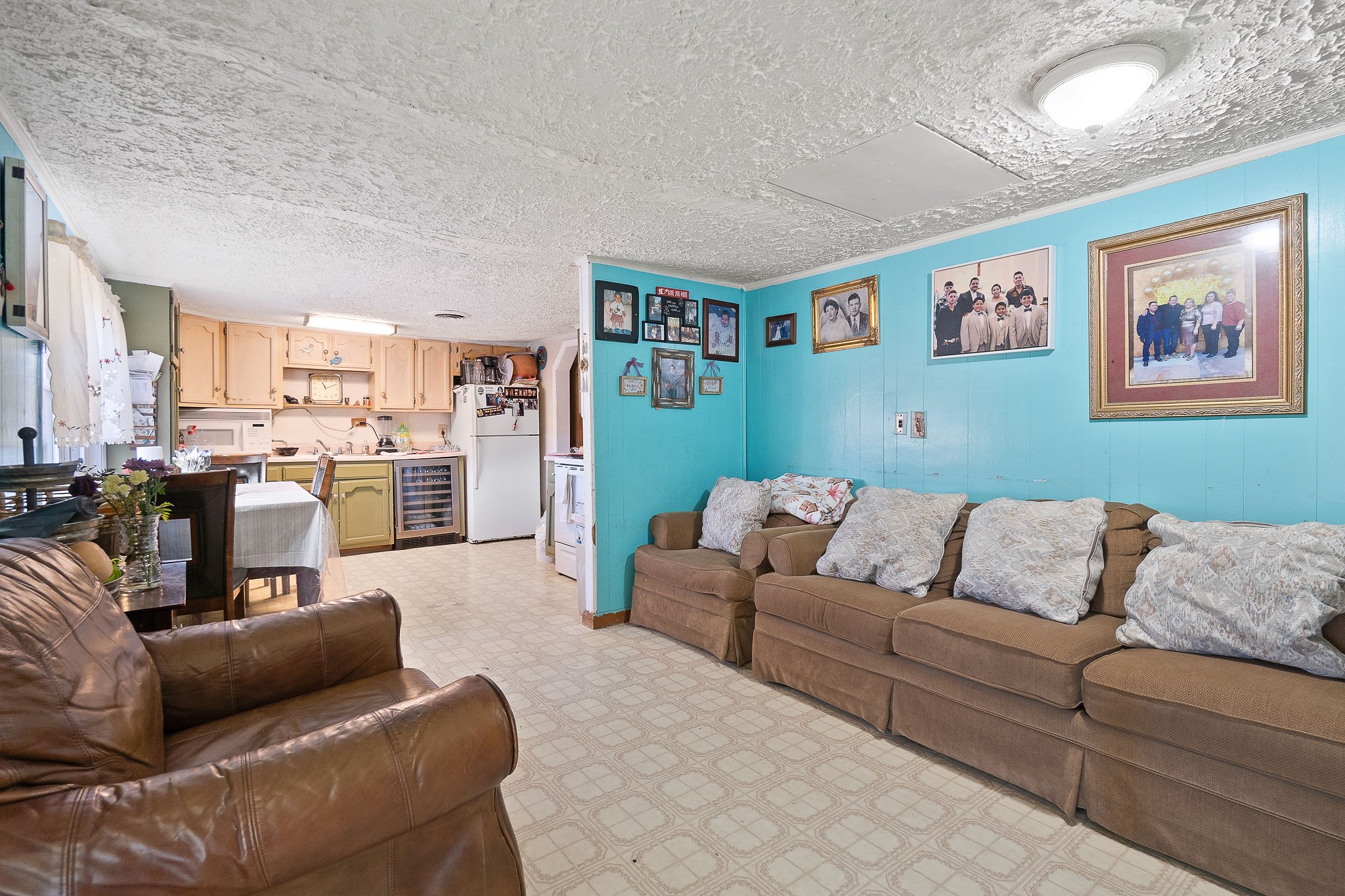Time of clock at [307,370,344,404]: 11:10
